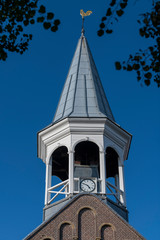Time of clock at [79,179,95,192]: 4:49
